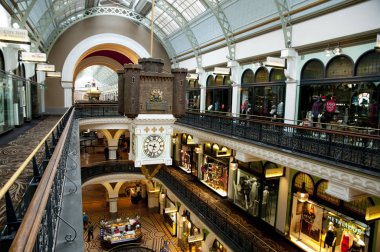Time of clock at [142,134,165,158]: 9:33
